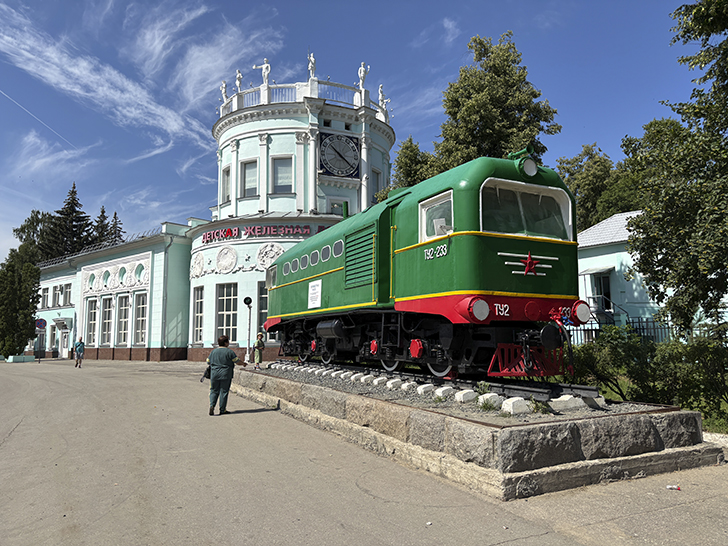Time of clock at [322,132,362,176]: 10:21
